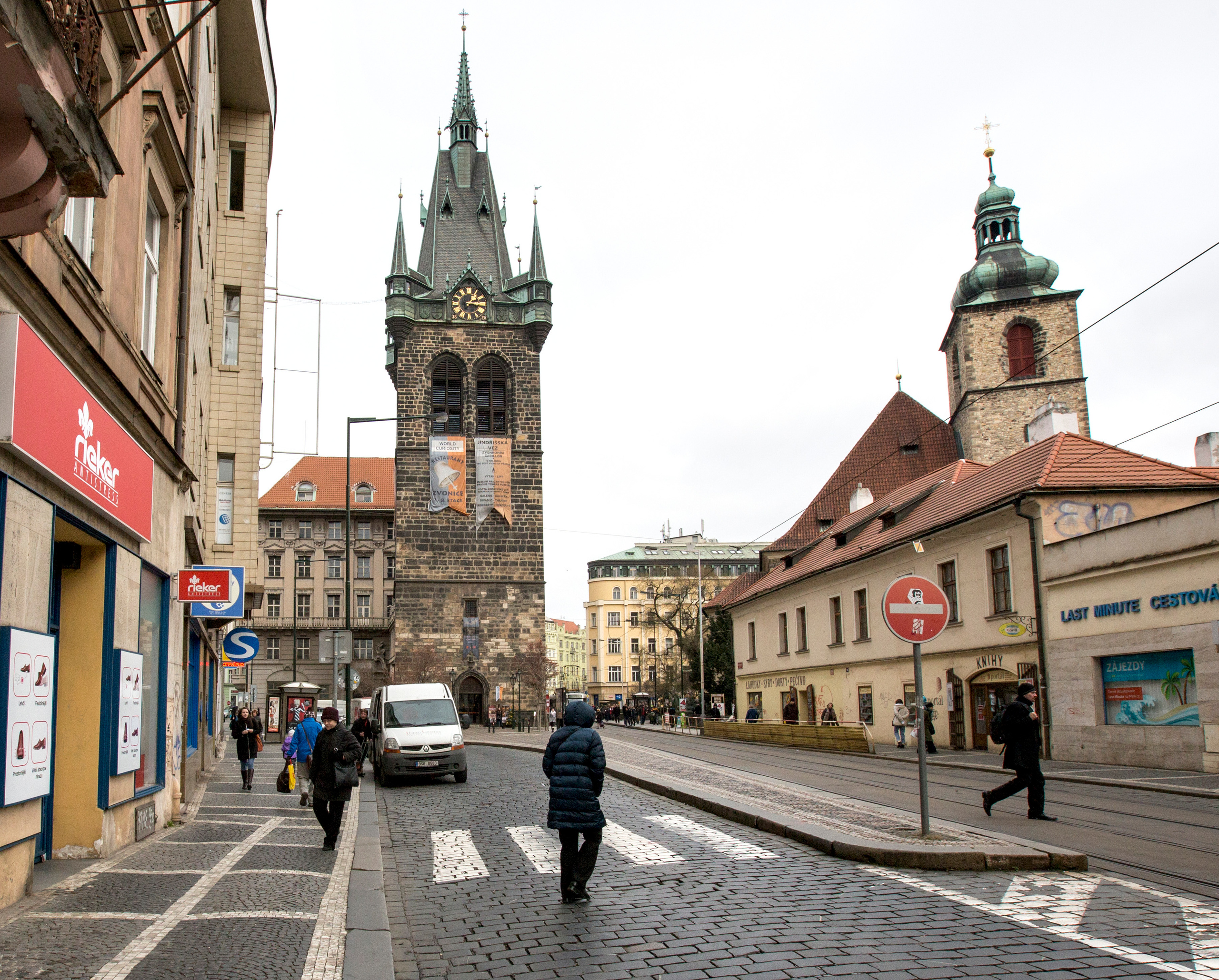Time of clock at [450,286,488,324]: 1:16
